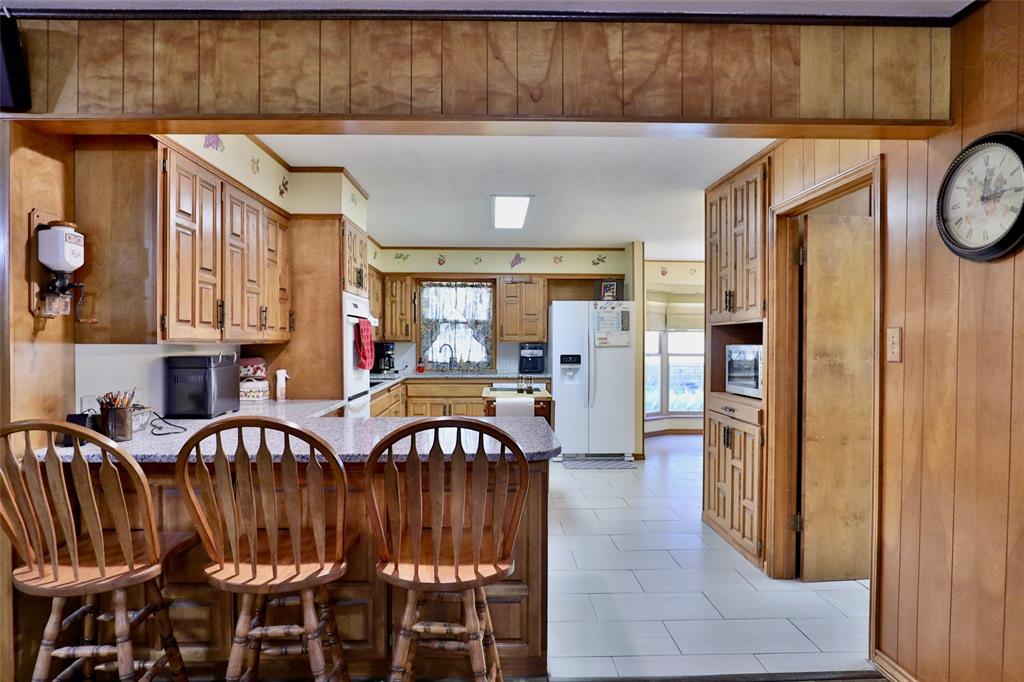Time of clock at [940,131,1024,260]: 12:14
